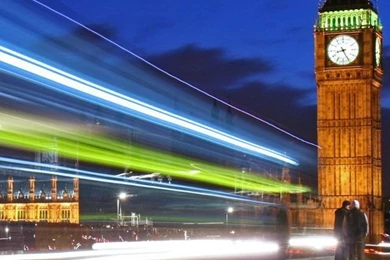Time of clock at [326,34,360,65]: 8:25
